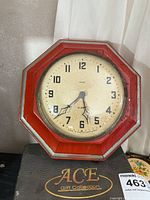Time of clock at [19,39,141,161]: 5:38
